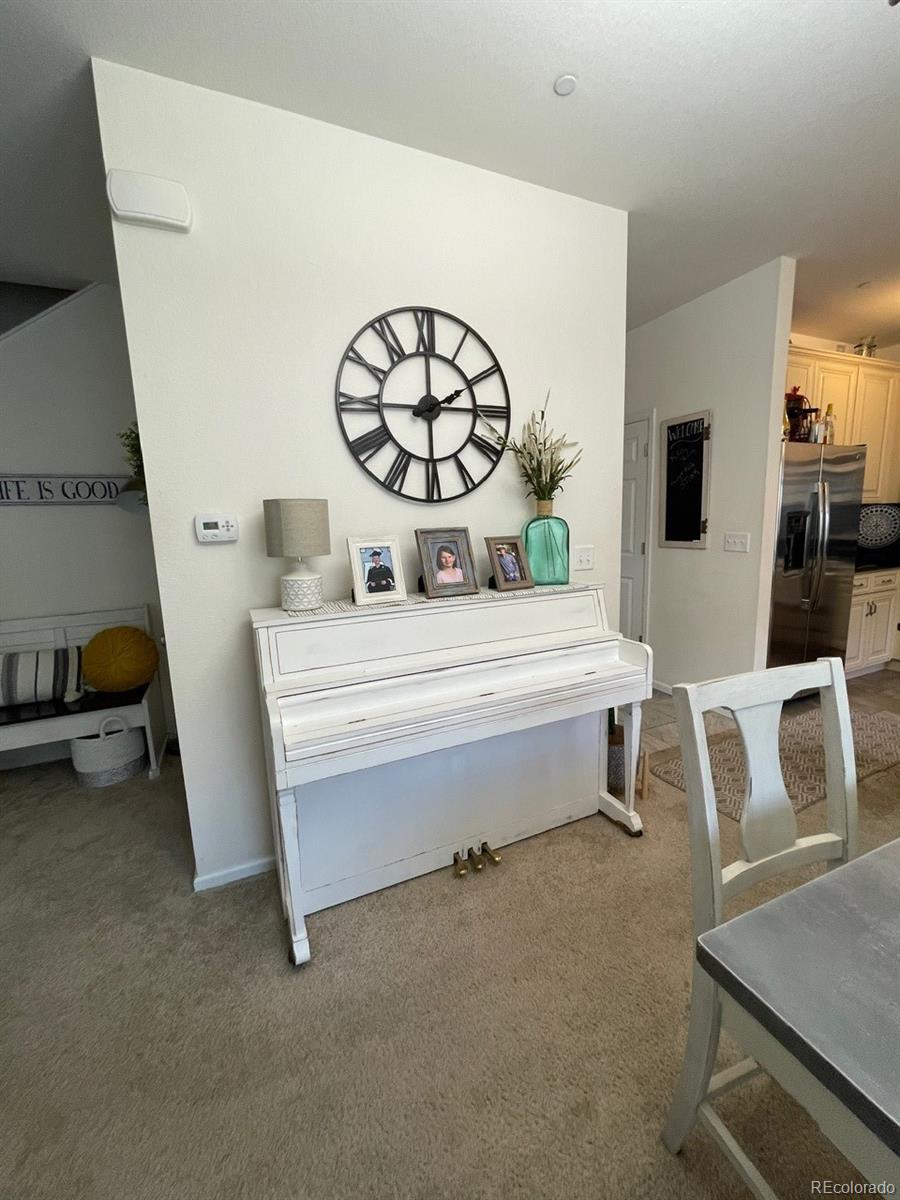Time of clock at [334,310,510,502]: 2:00
